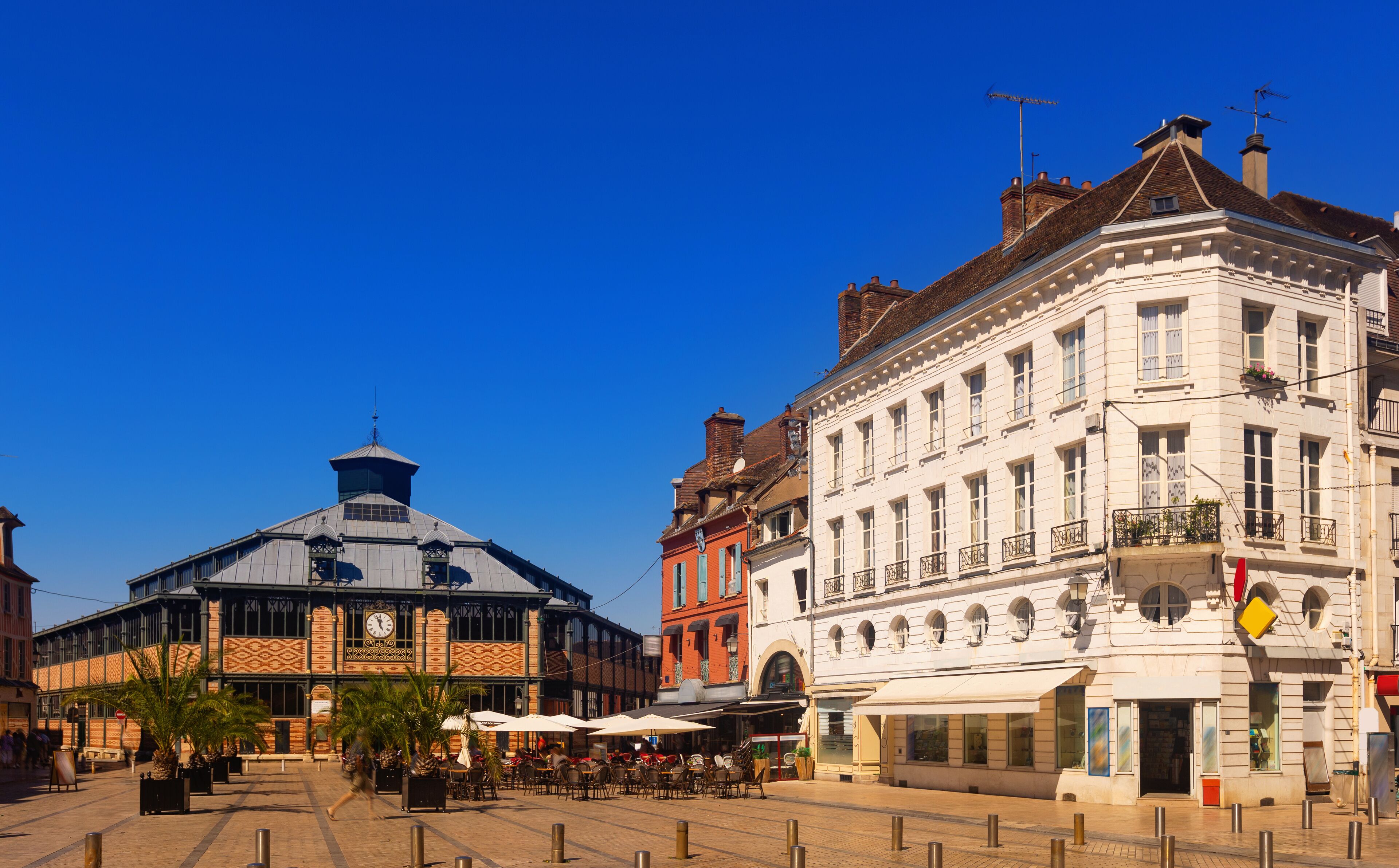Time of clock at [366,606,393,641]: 11:56
